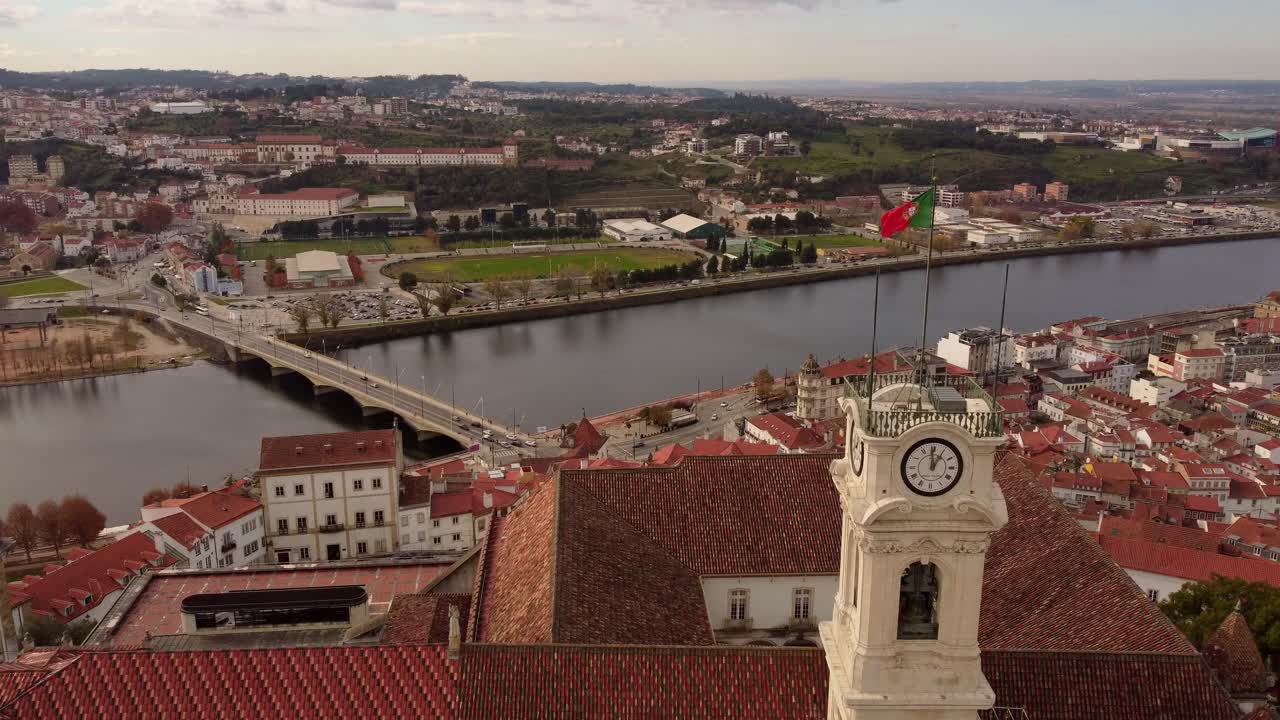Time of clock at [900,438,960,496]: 12:59
